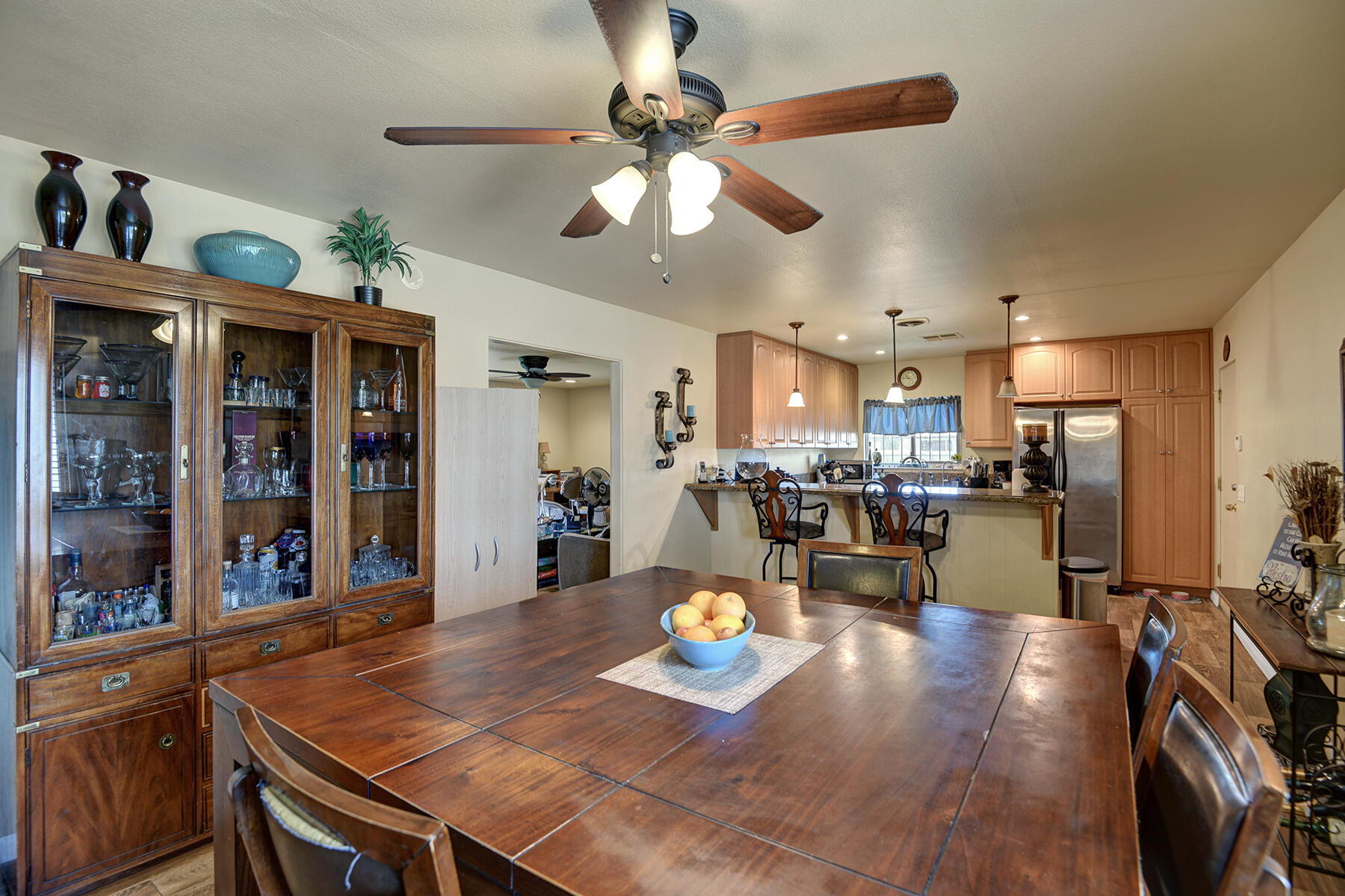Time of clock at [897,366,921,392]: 10:45
